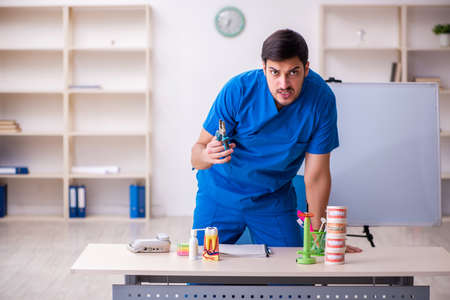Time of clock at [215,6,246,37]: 6:32
